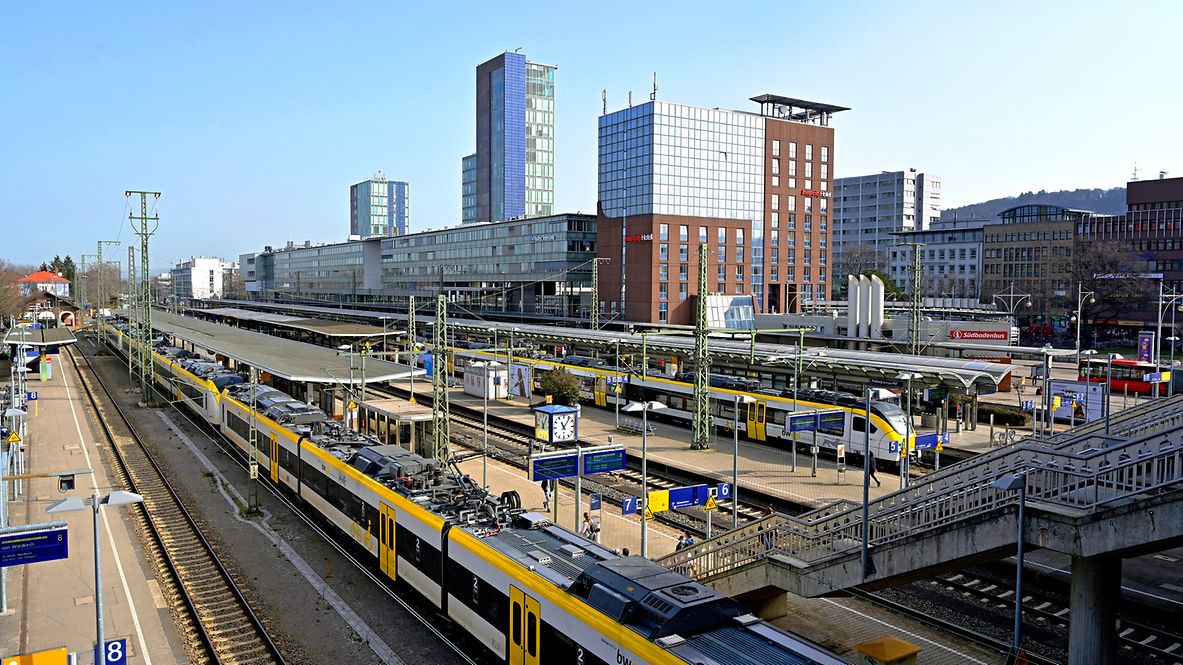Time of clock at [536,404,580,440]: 11:06
